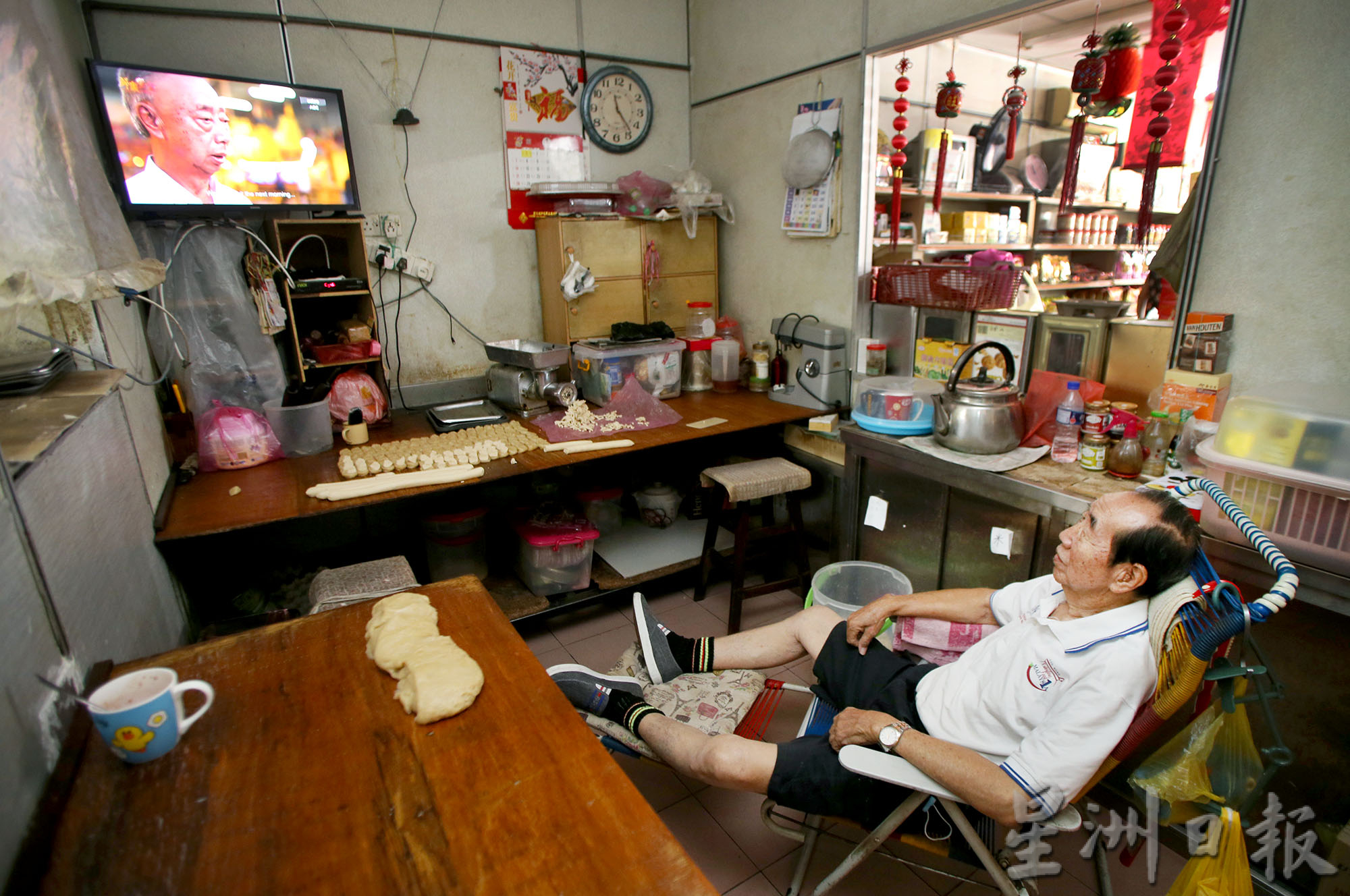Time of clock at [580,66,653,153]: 11:23
